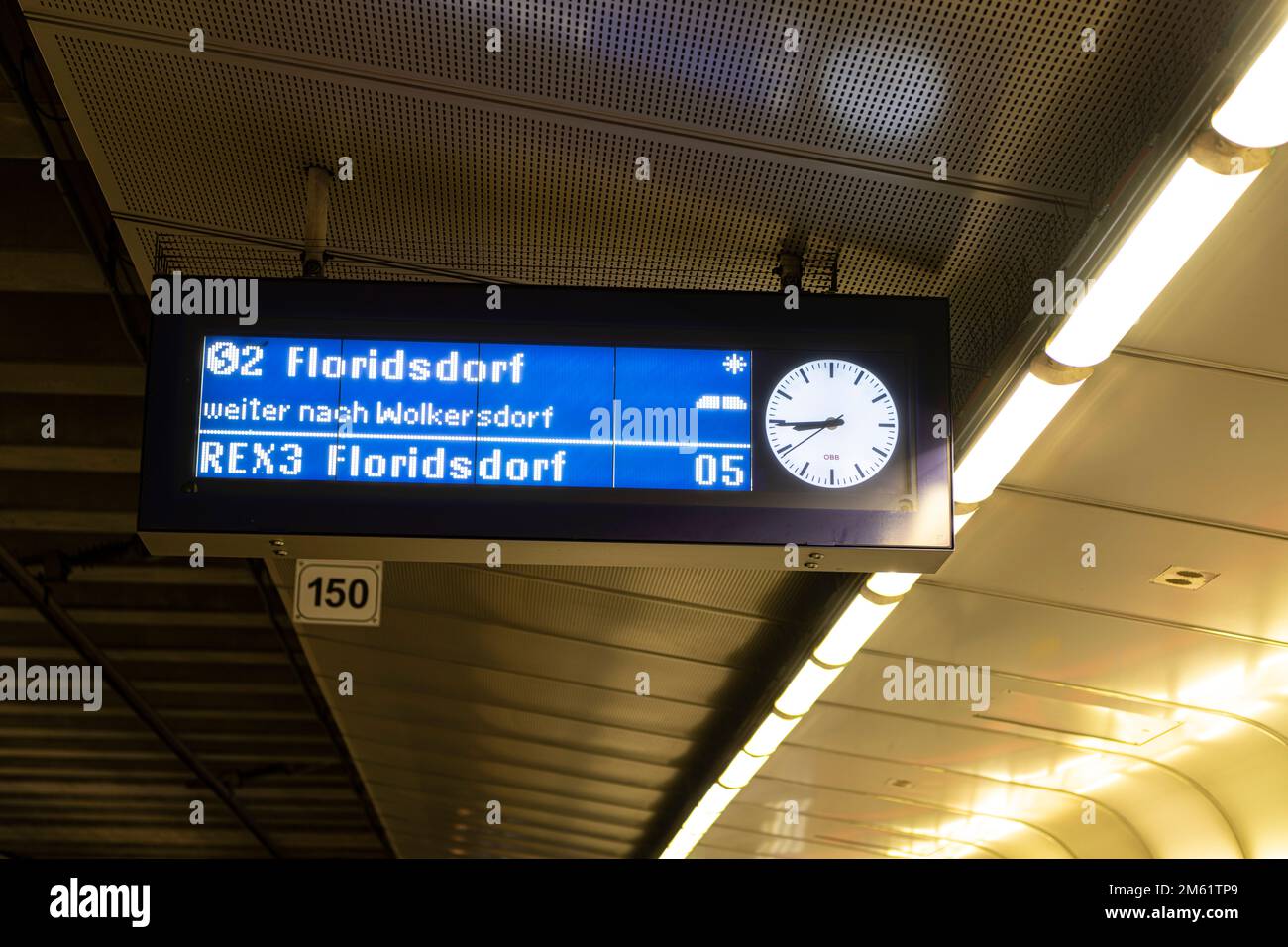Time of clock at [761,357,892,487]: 8:44
